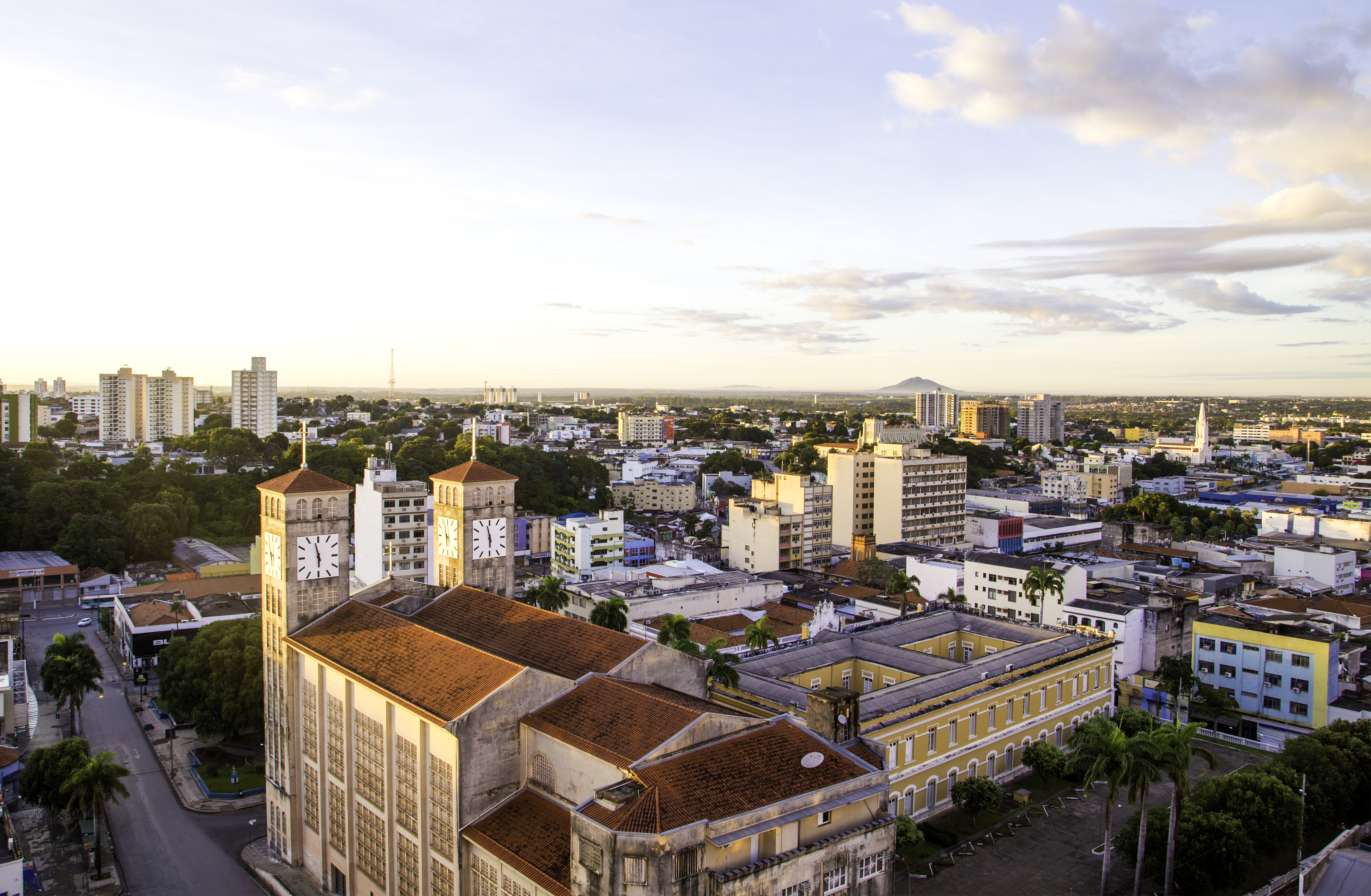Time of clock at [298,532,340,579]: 5:57
